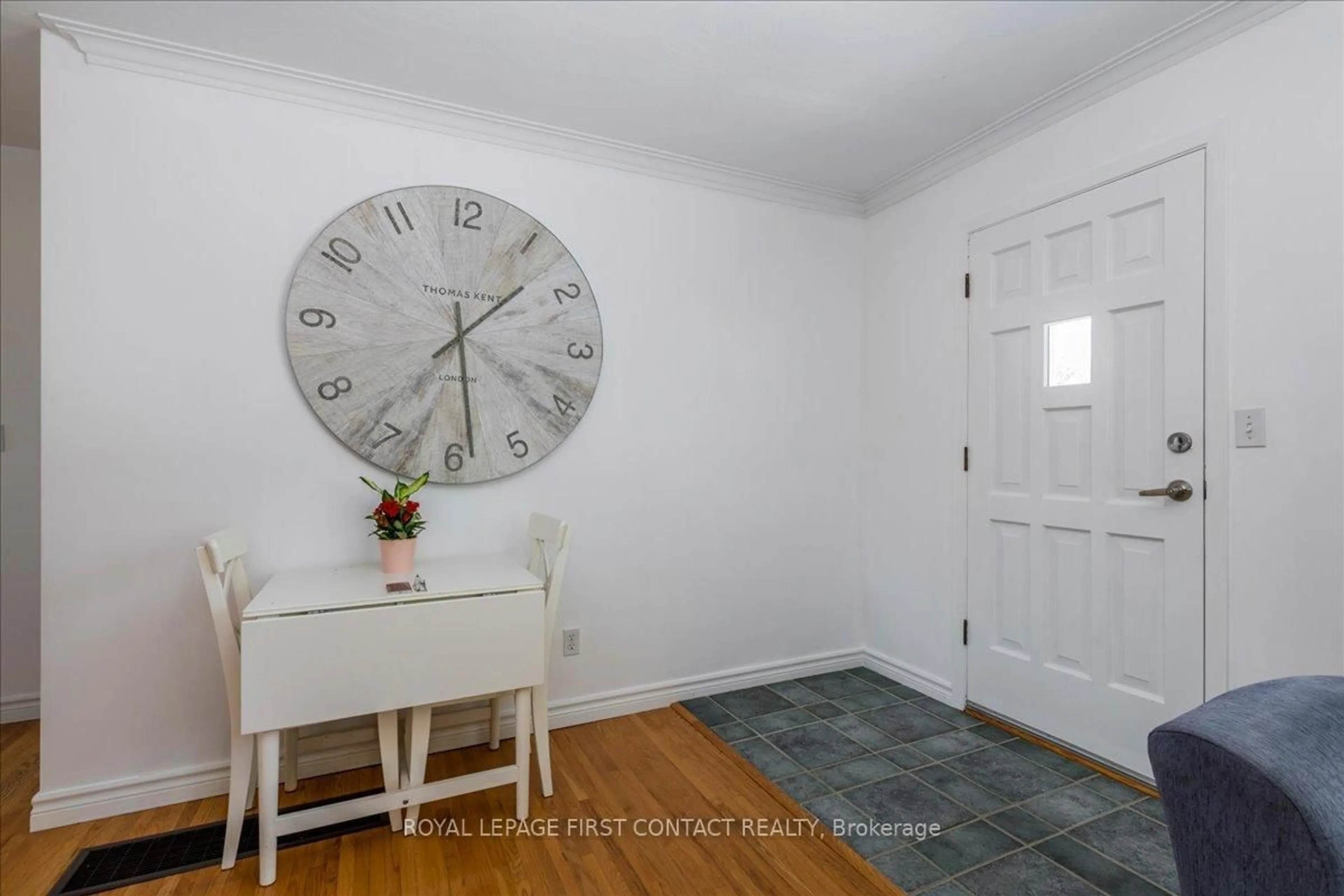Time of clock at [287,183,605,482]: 1:28
